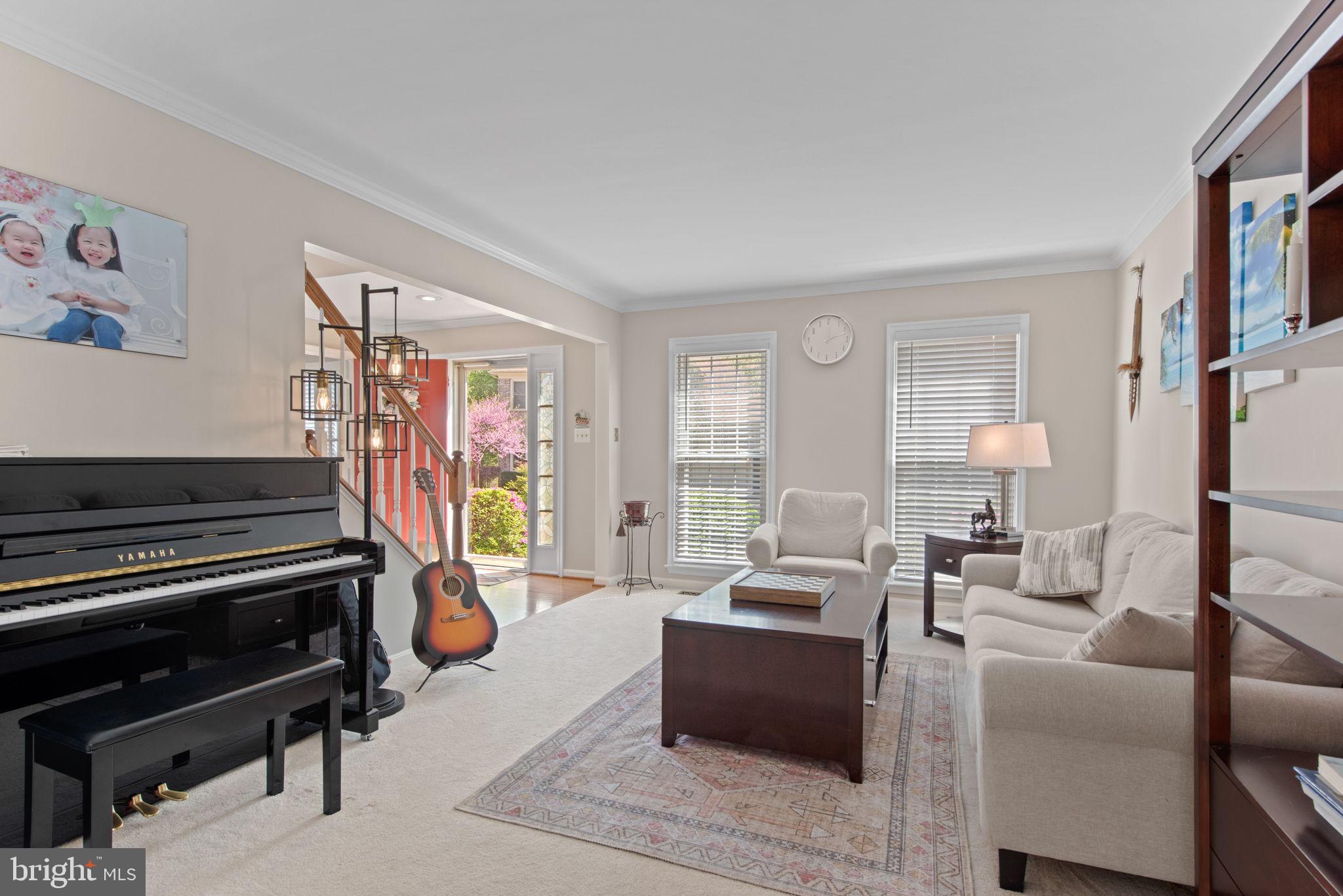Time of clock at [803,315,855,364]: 12:11
